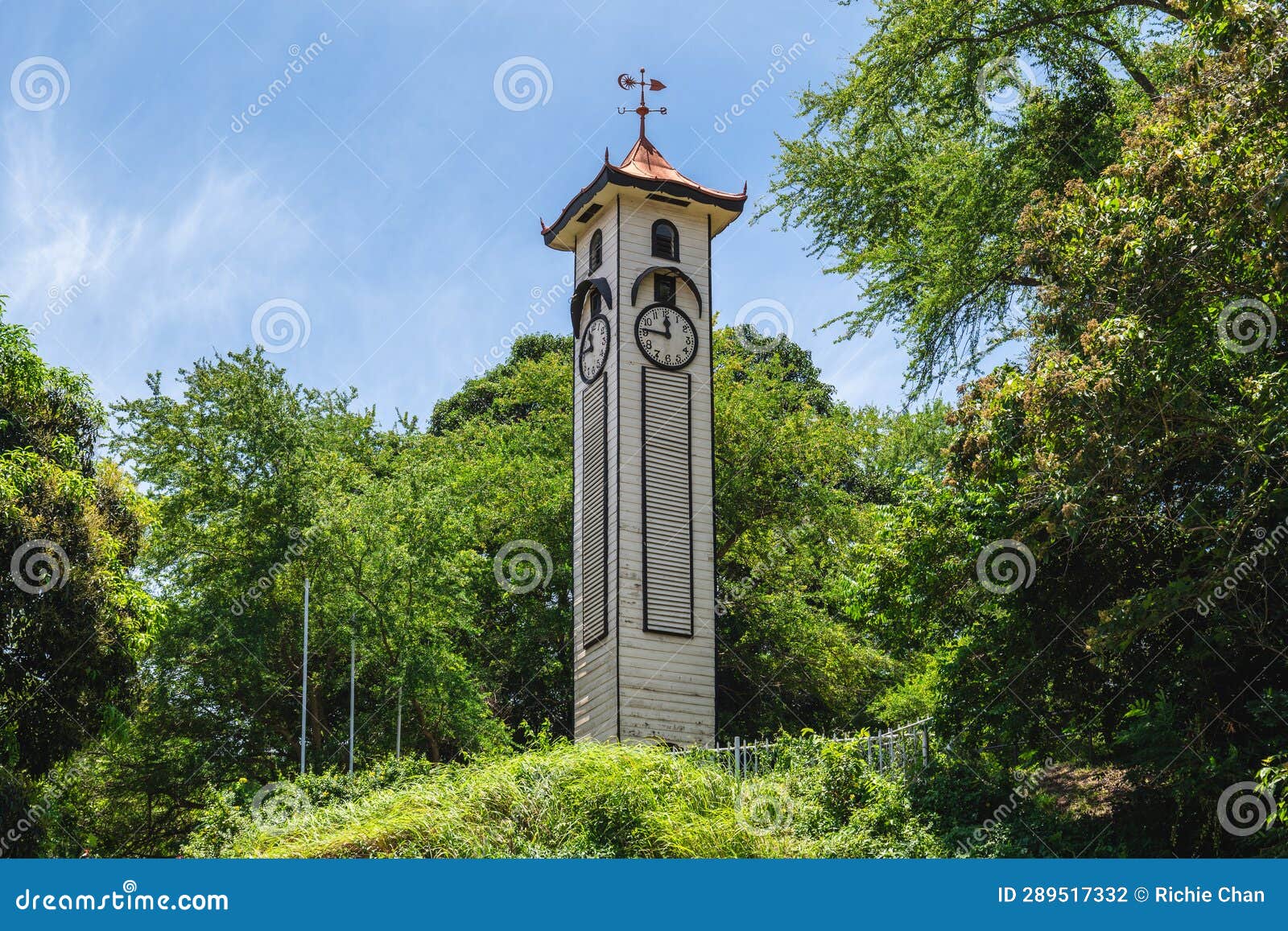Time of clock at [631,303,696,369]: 11:46
